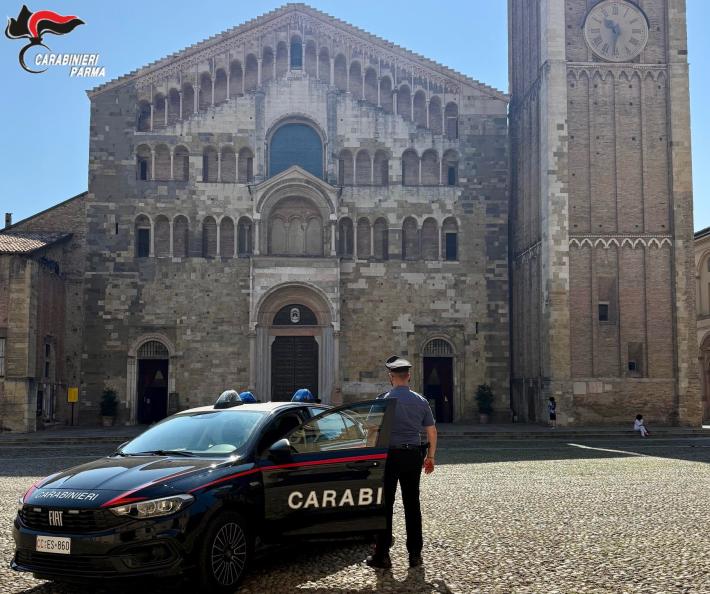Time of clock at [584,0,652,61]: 10:32
